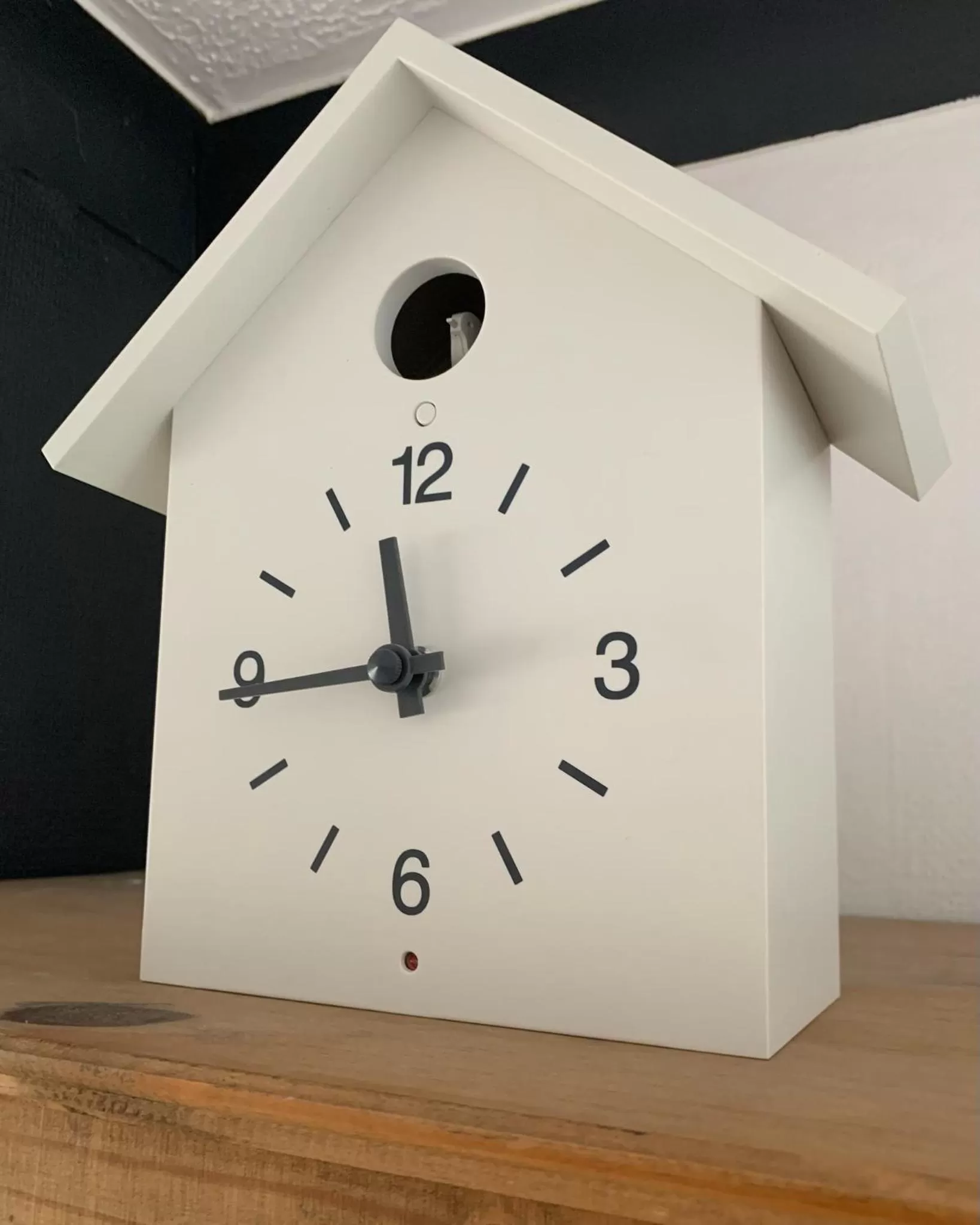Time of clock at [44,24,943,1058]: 11:44
